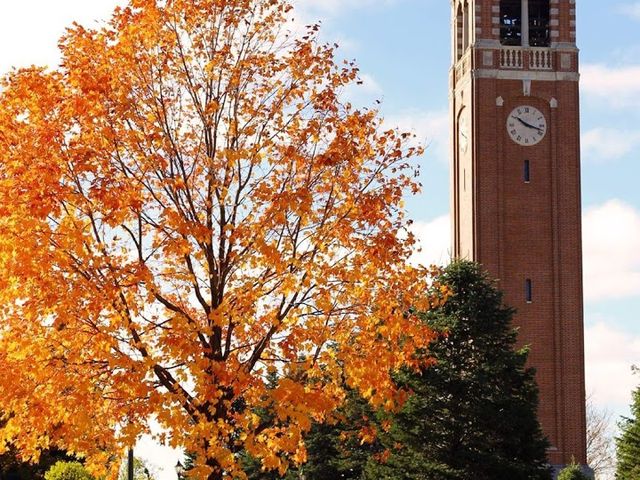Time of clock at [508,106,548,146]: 10:17
